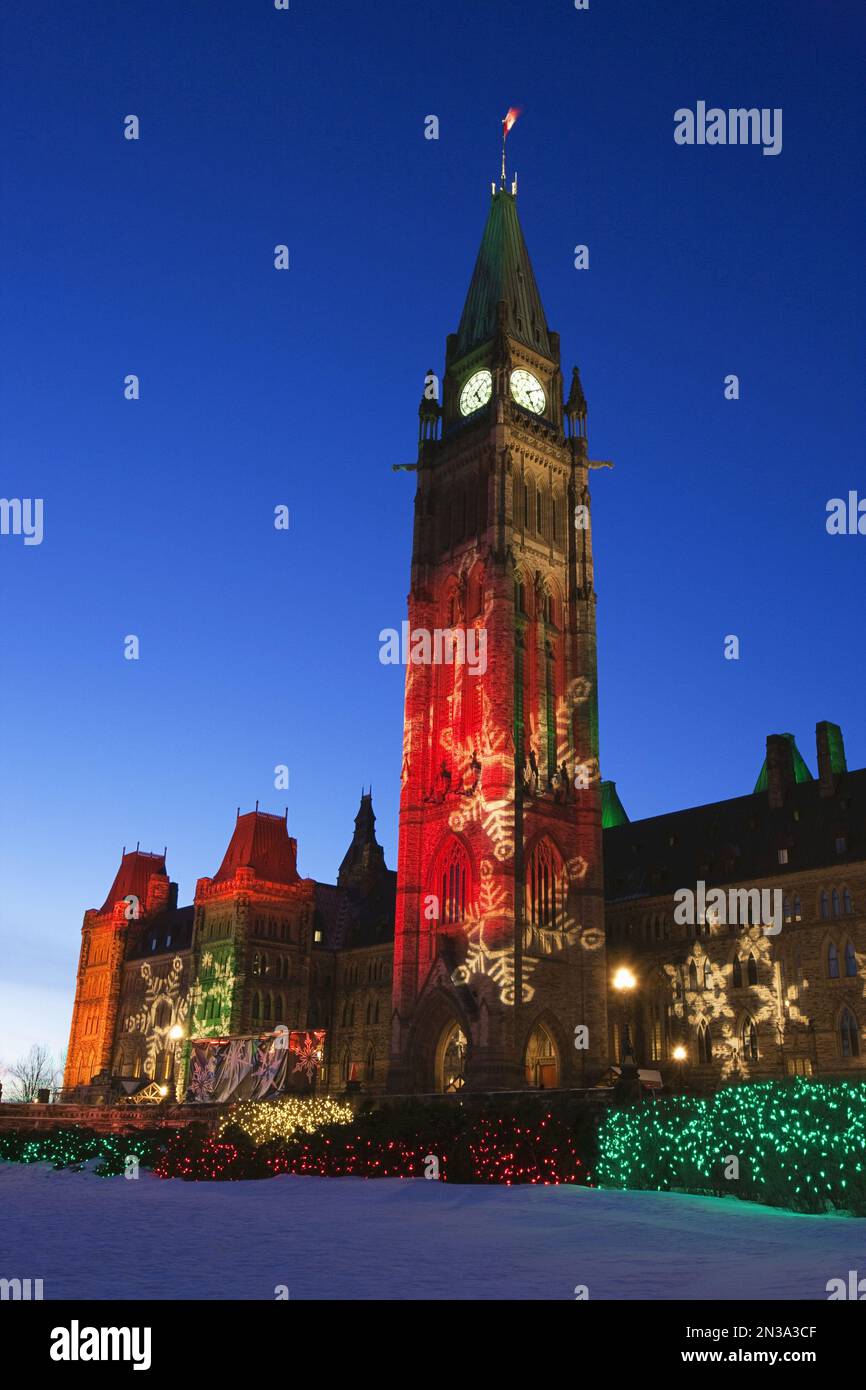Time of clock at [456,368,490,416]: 5:08
